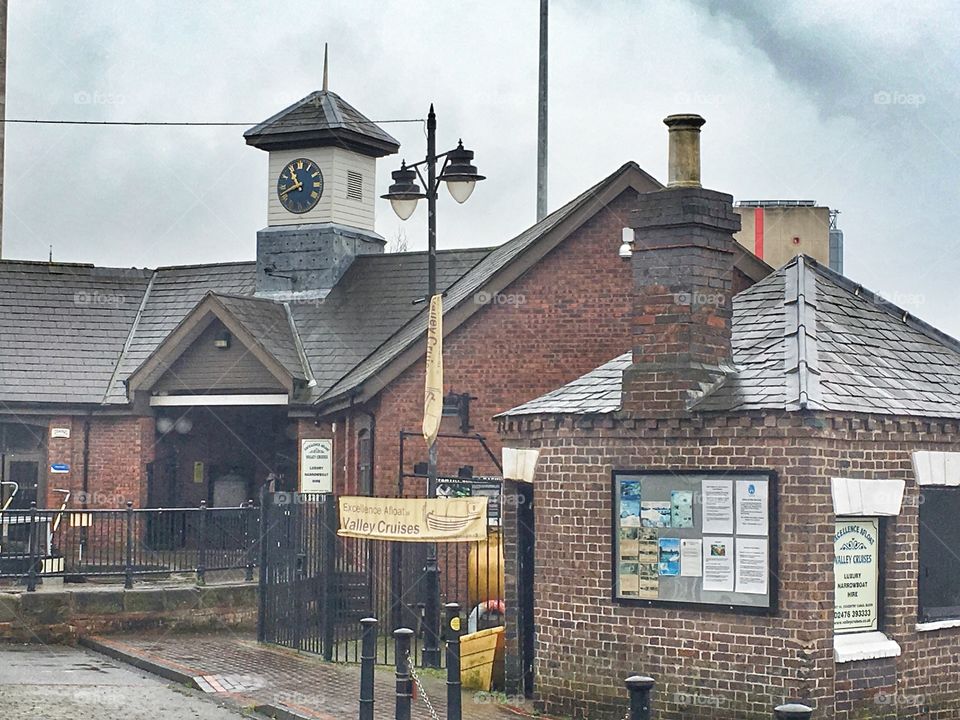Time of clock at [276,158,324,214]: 10:41
